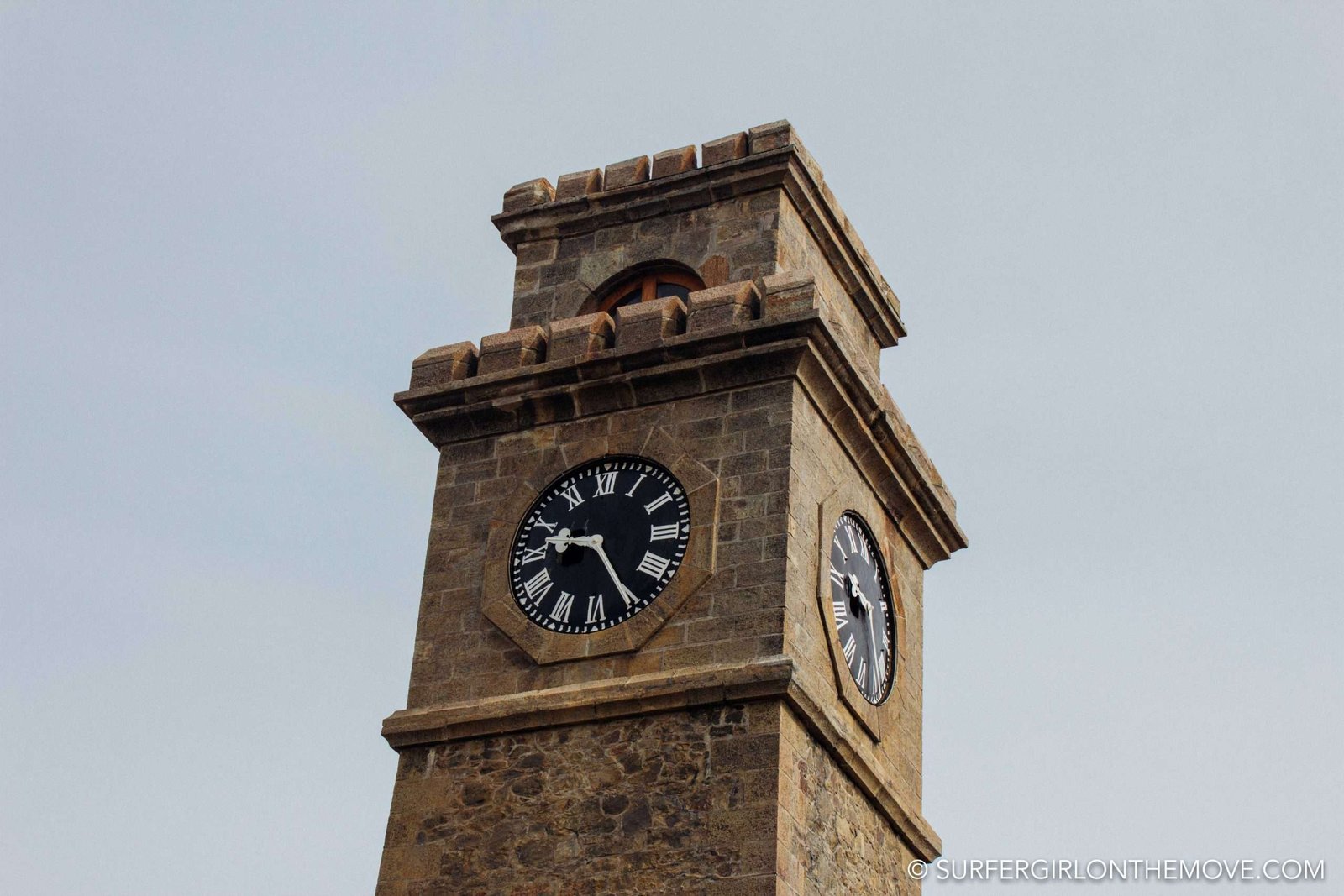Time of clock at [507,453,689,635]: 9:25
